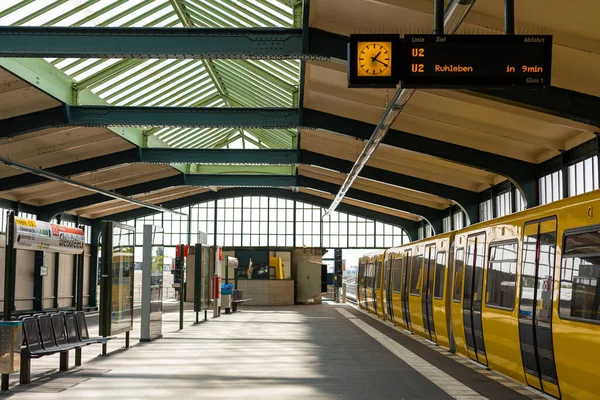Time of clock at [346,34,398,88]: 1:18
